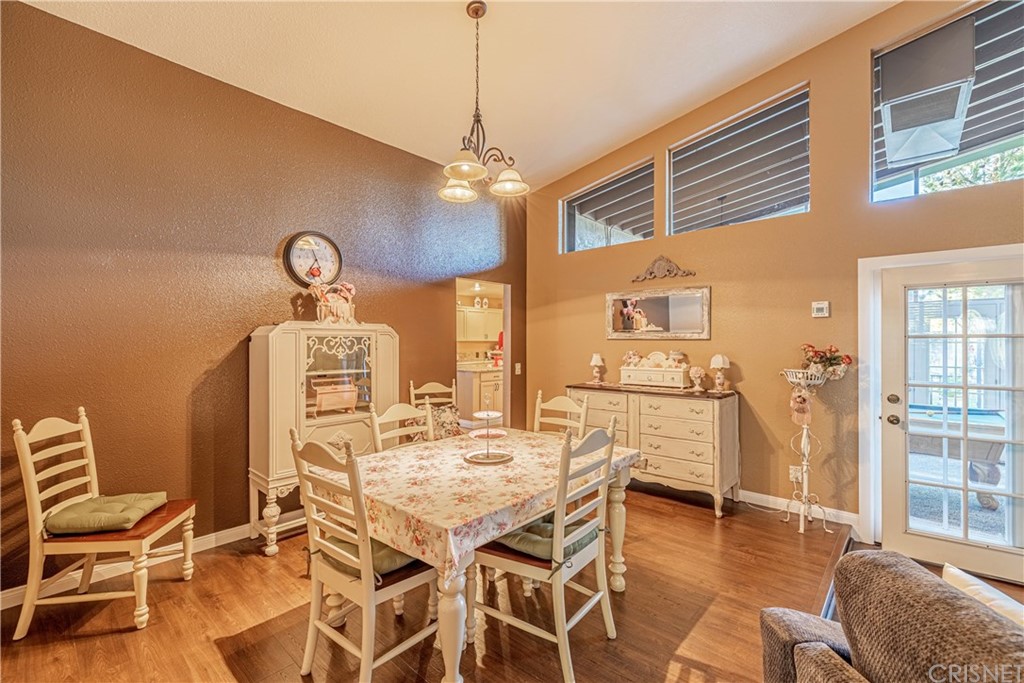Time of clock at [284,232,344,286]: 11:35
